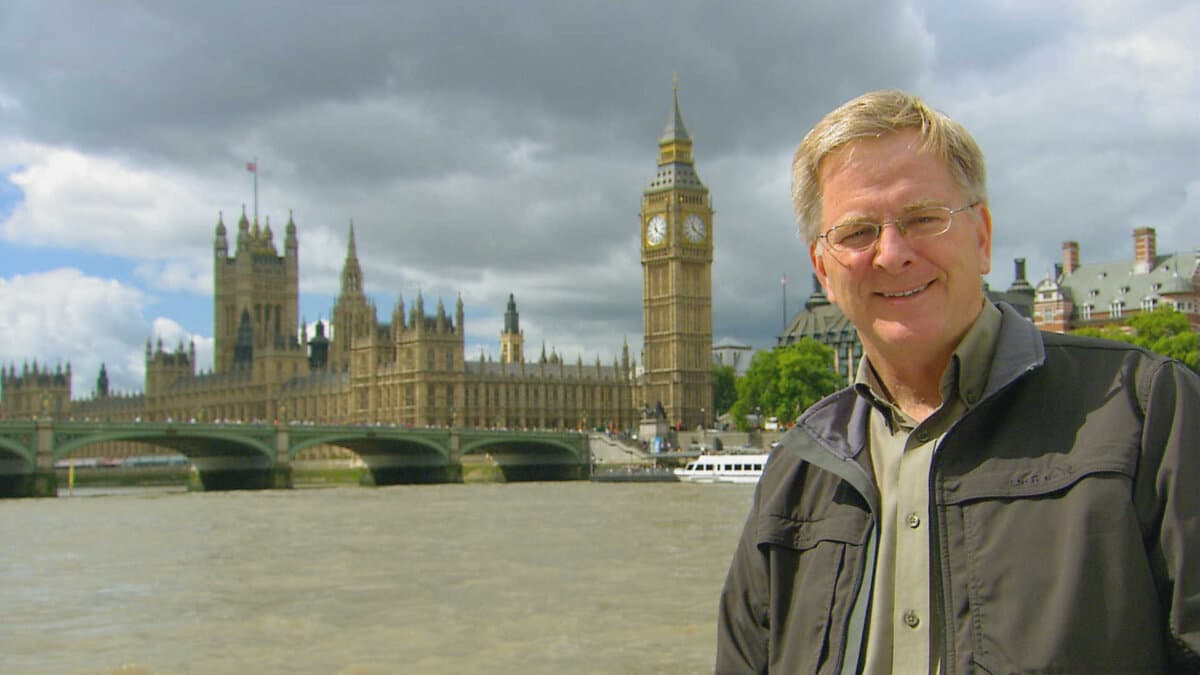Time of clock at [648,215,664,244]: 11:21
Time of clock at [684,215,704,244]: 11:21
